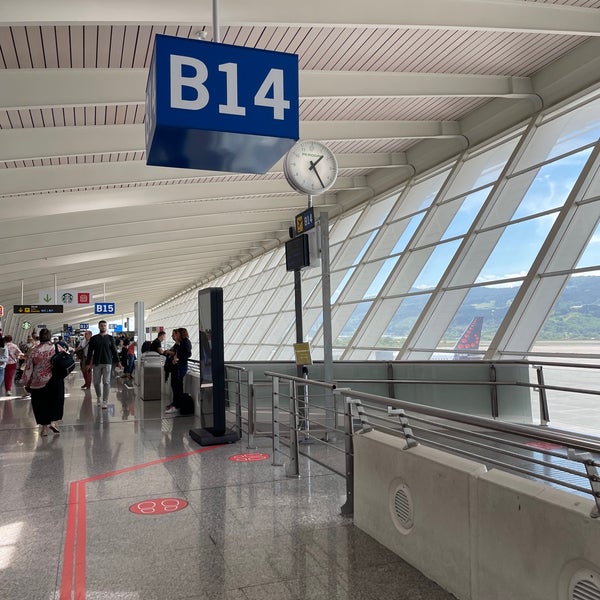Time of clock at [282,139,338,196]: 1:24
